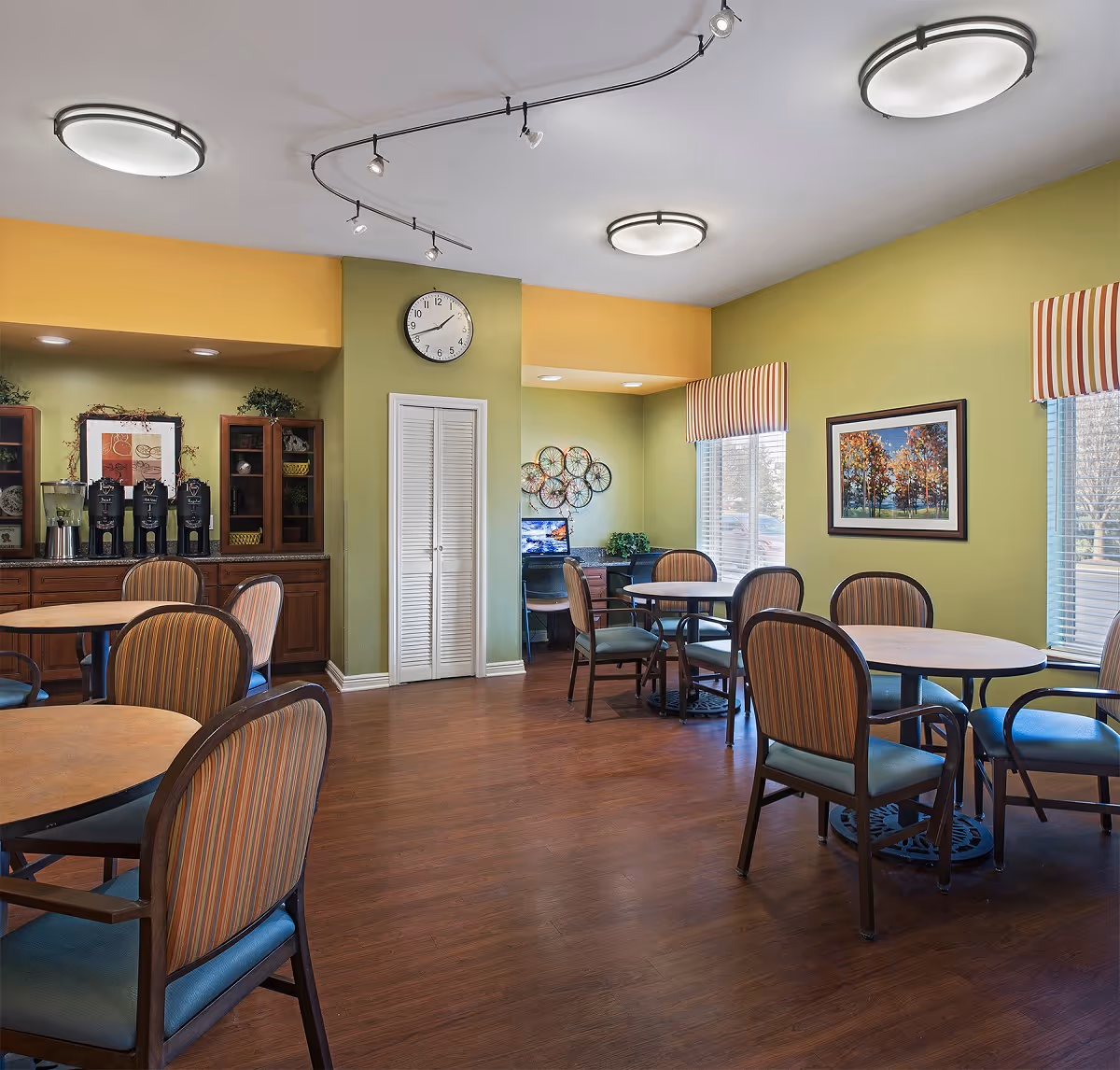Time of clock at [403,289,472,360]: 1:41
